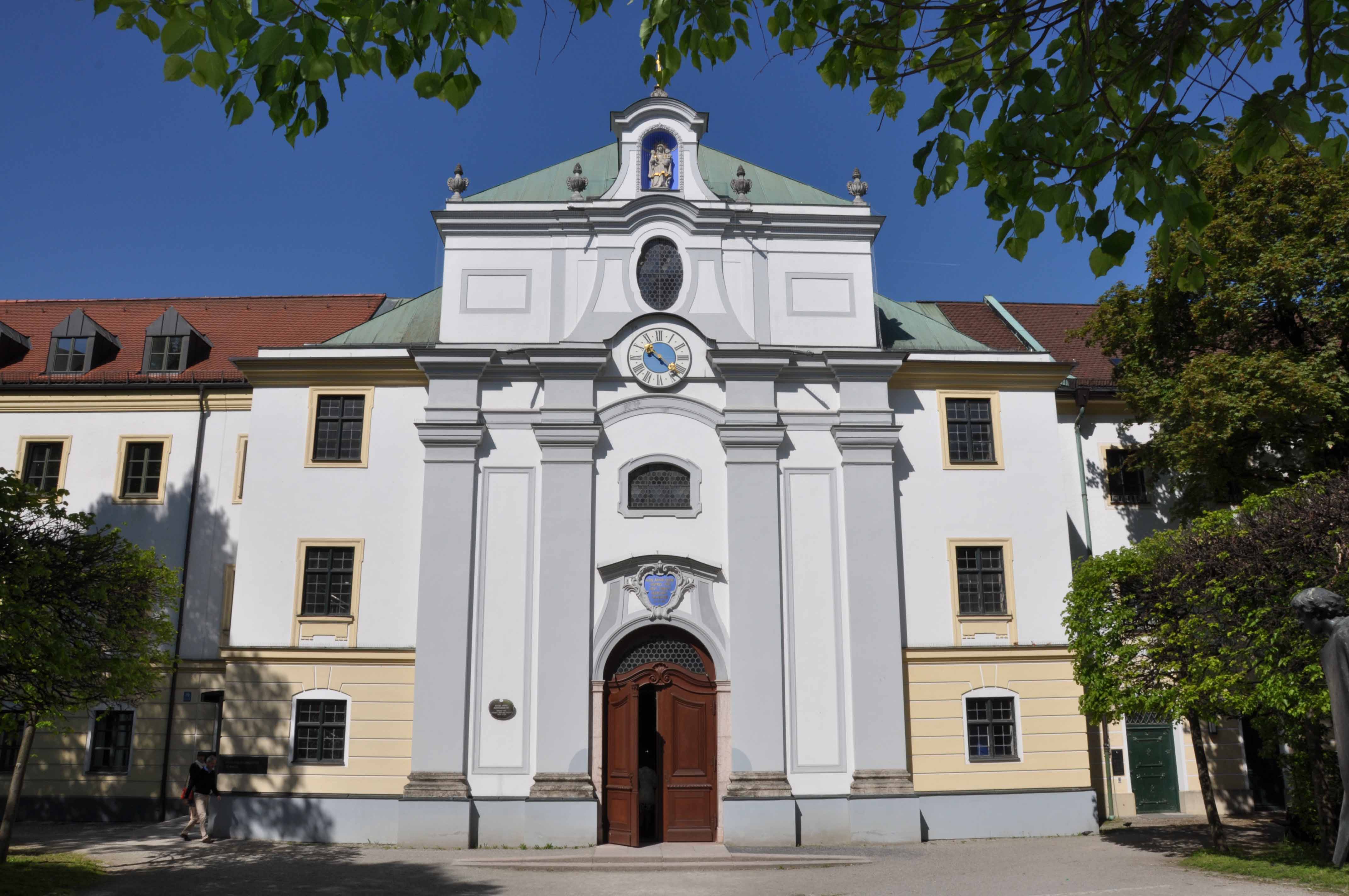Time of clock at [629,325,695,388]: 10:22
